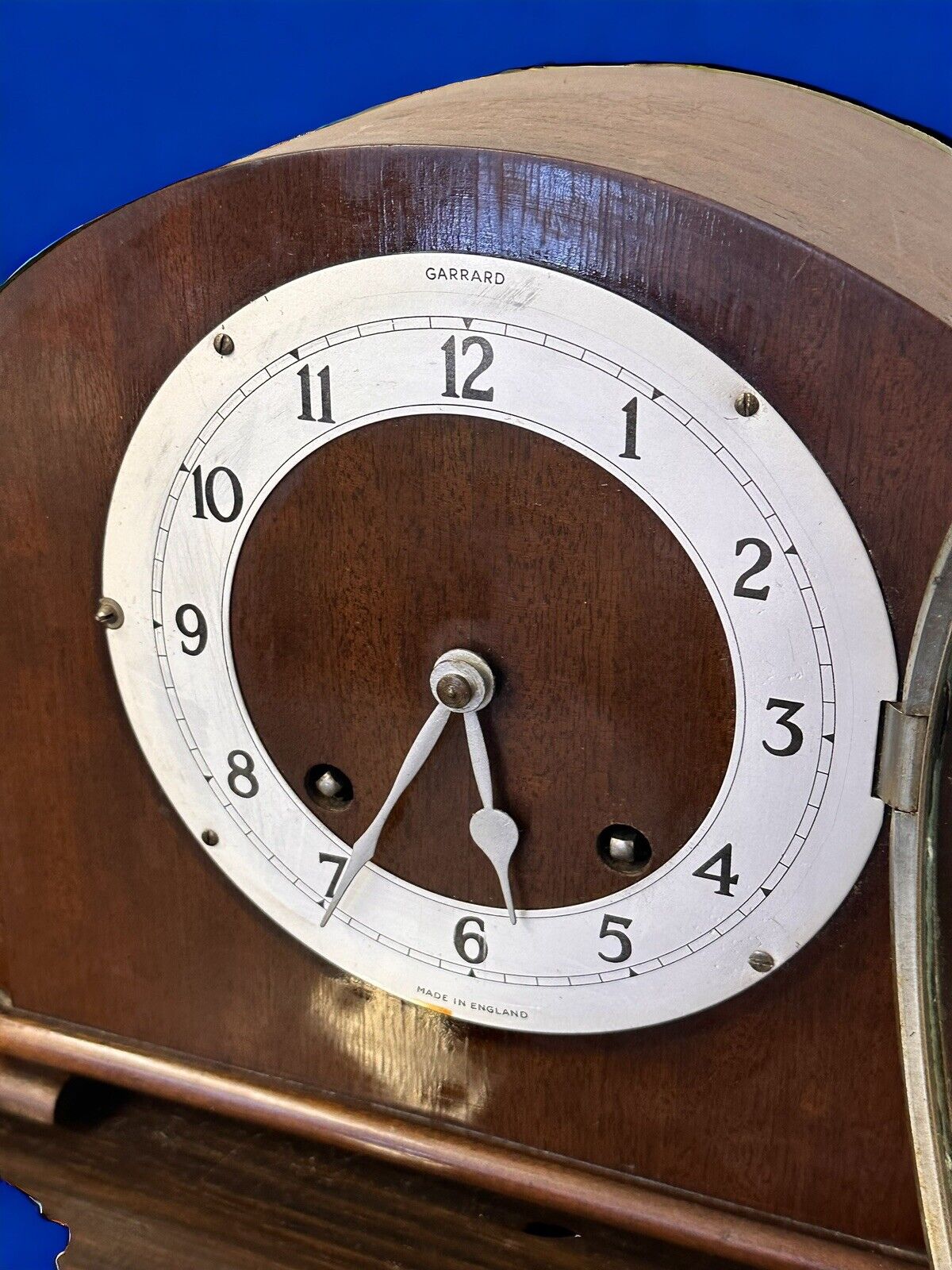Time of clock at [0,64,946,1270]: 5:35
